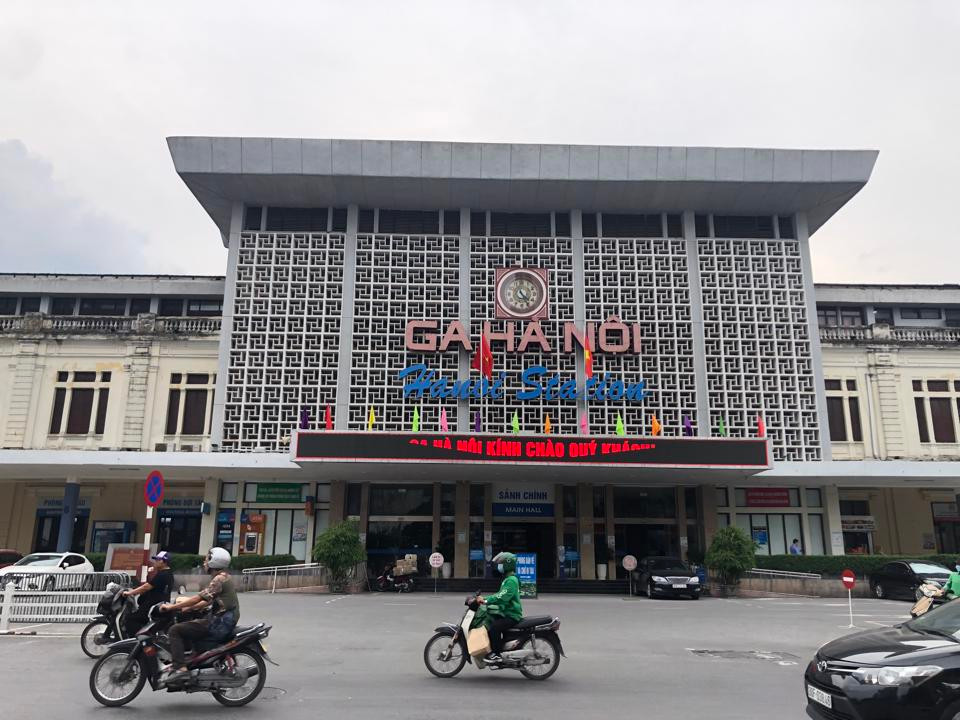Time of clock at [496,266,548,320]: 4:25
